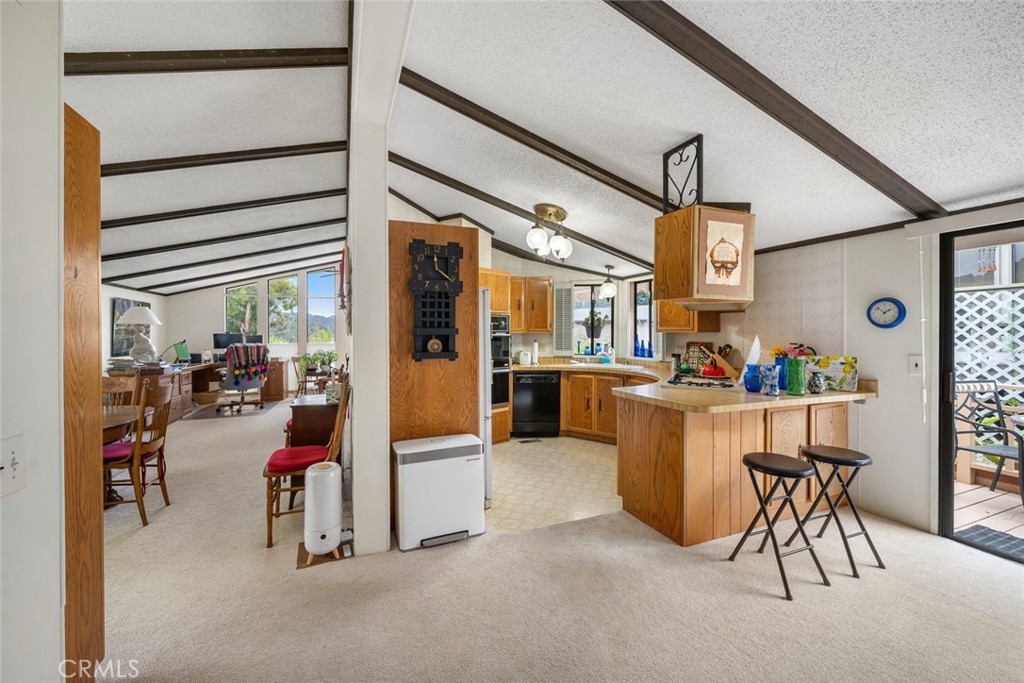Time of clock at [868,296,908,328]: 1:52
